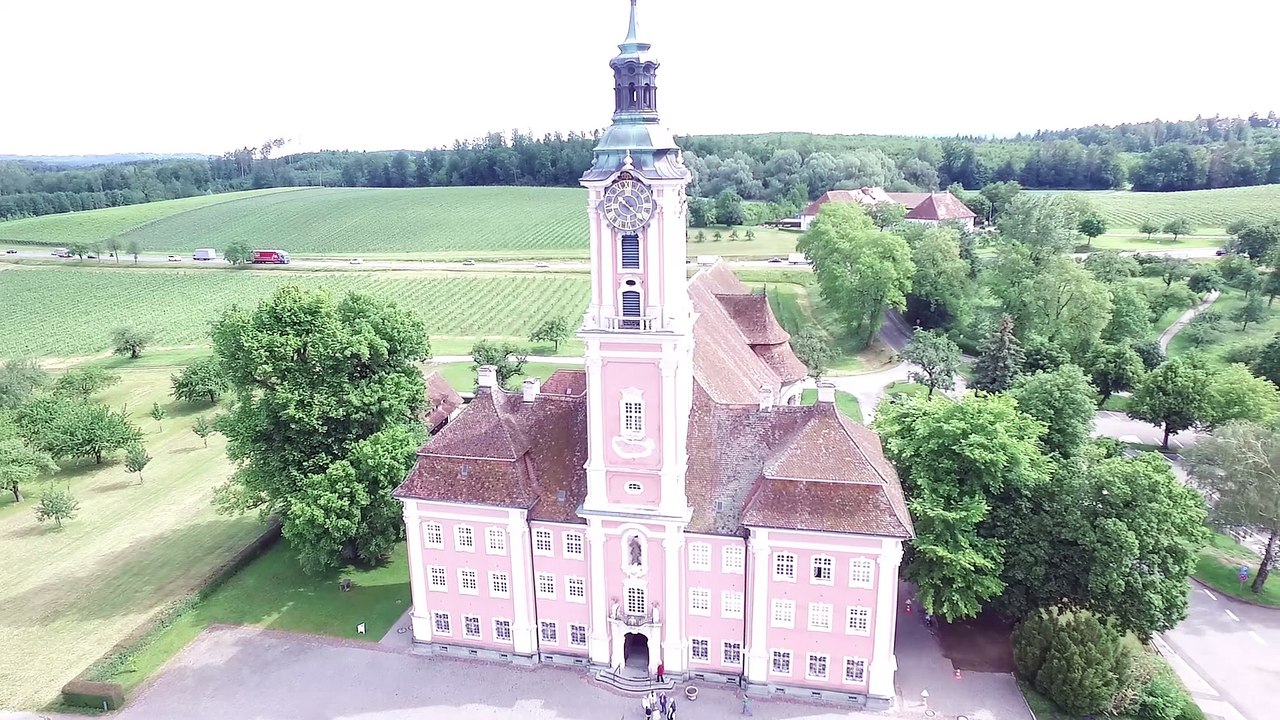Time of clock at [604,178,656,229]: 4:21
